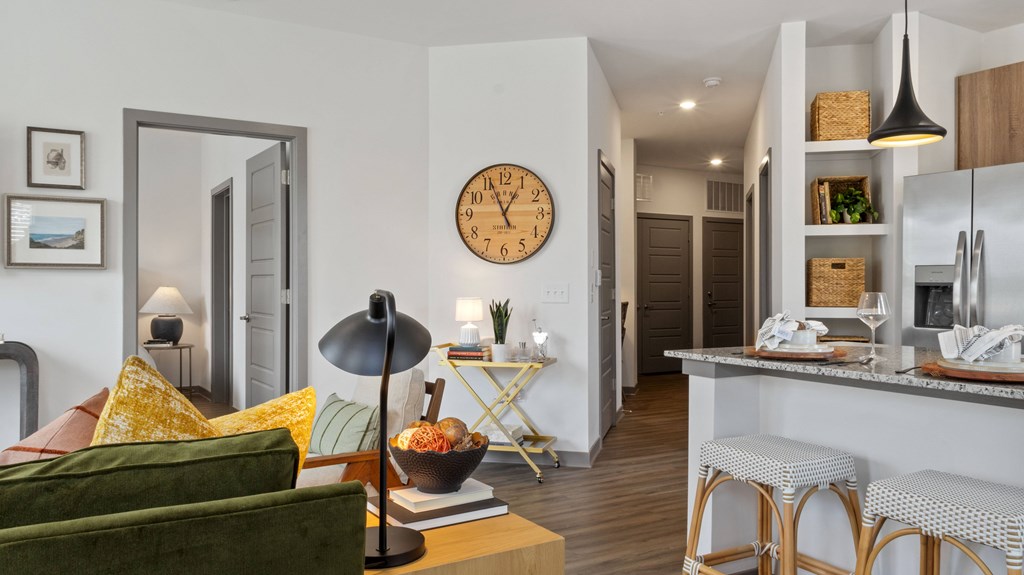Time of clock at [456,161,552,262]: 12:56
